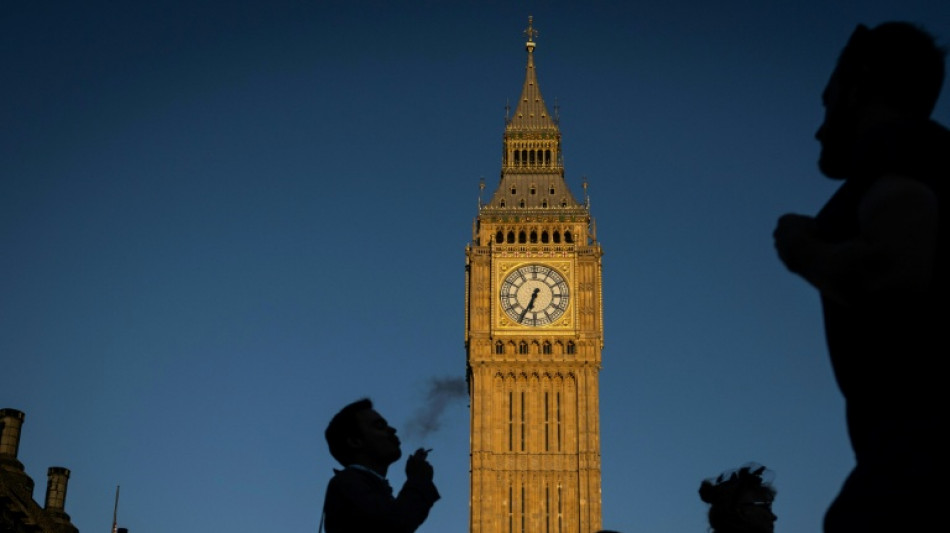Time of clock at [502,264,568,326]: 6:34
